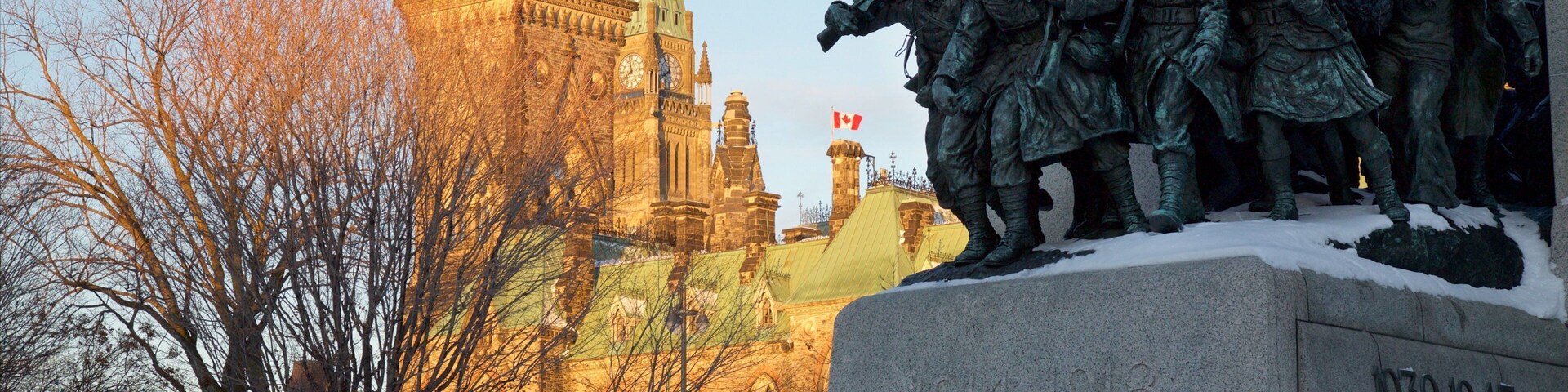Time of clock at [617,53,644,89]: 7:58
